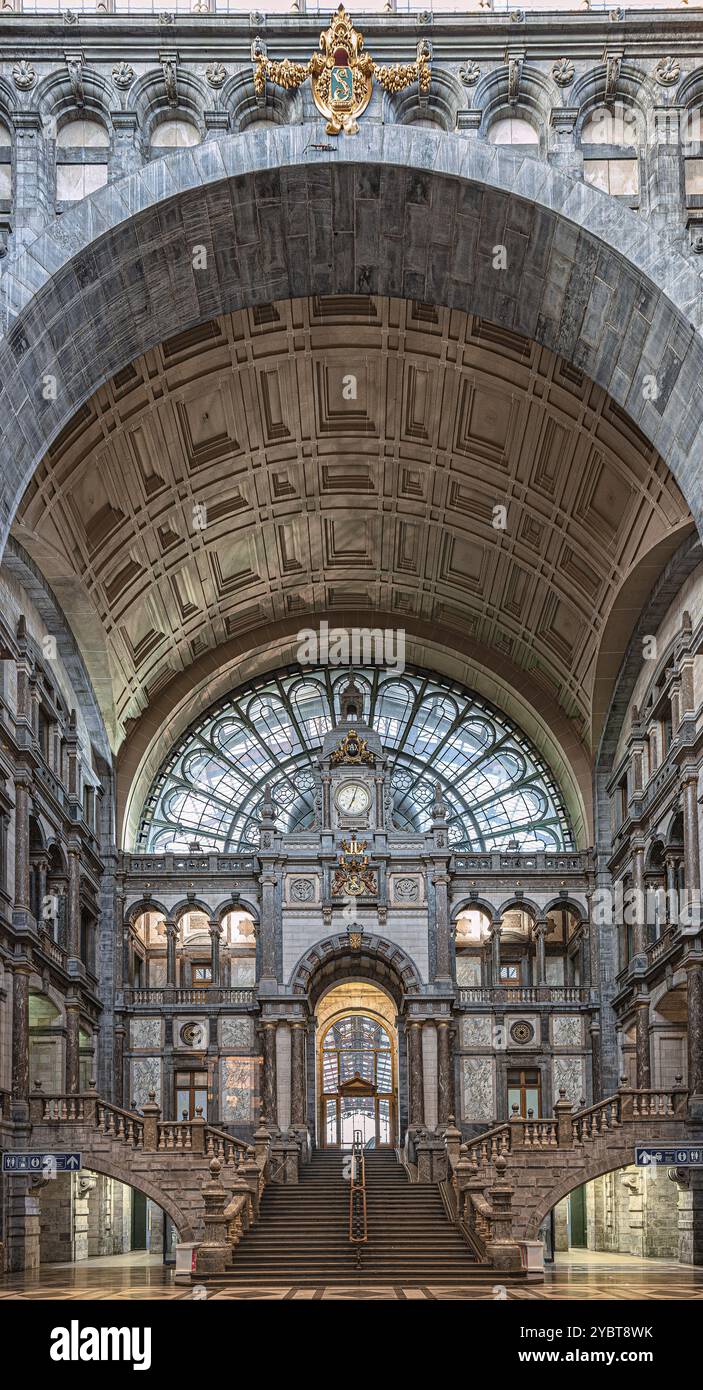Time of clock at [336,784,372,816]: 7:02
